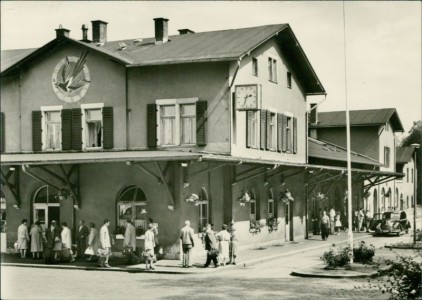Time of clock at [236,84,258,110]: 2:33
